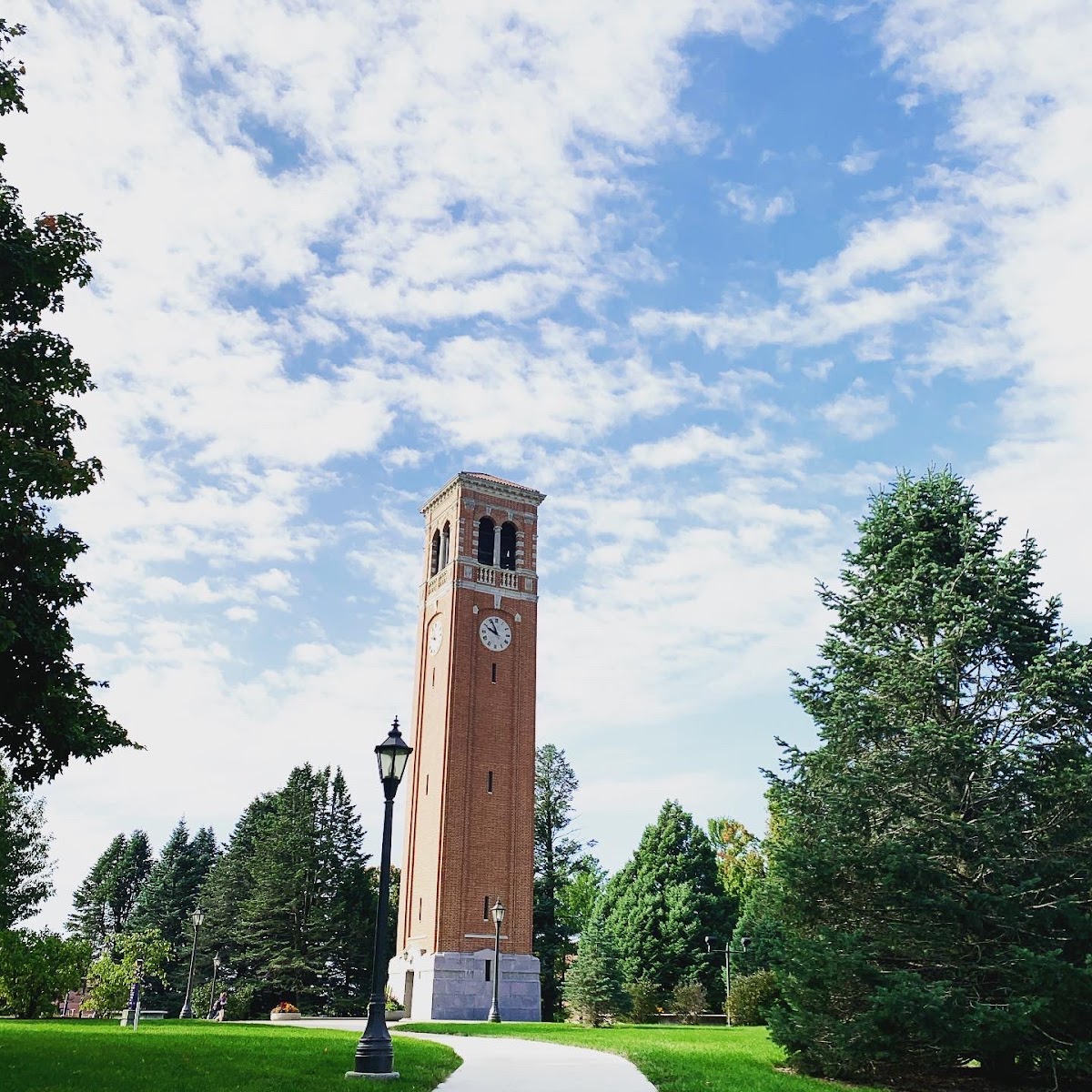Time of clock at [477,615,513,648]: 9:55
